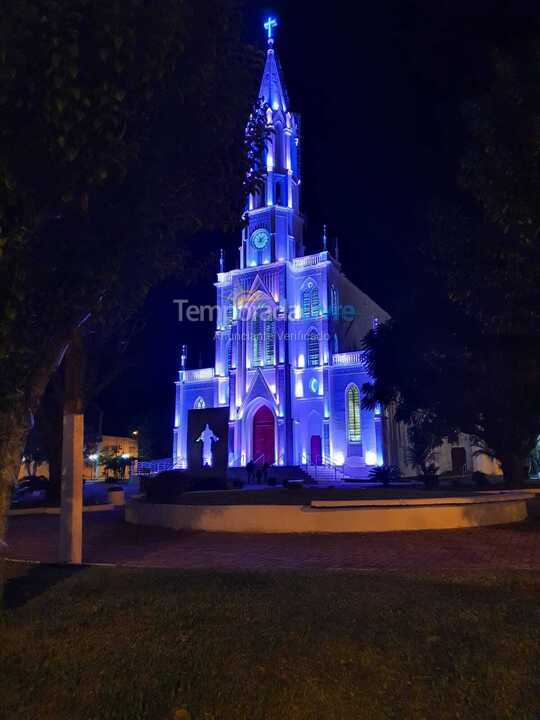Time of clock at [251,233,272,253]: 8:07
